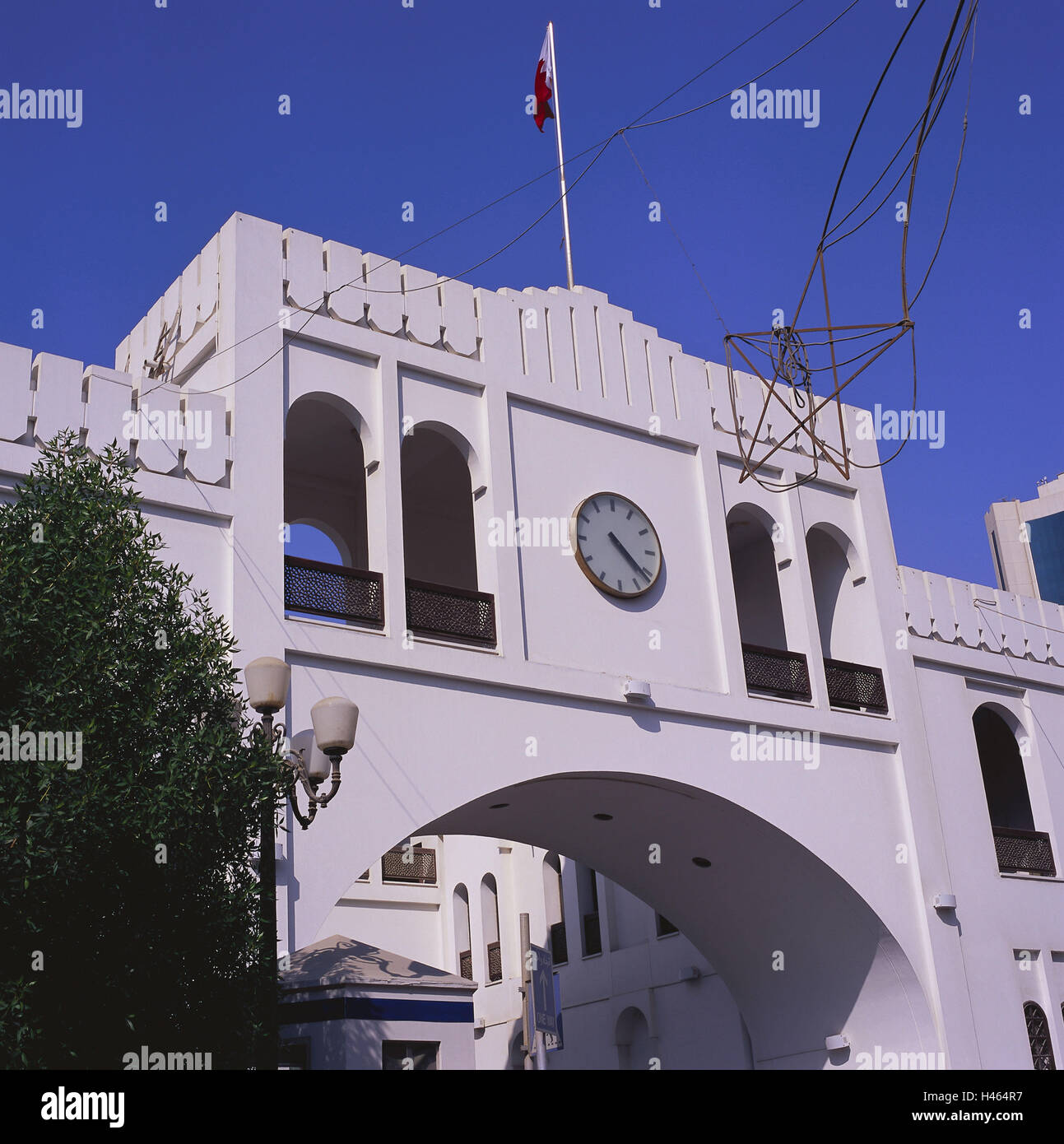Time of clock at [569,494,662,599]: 4:21
